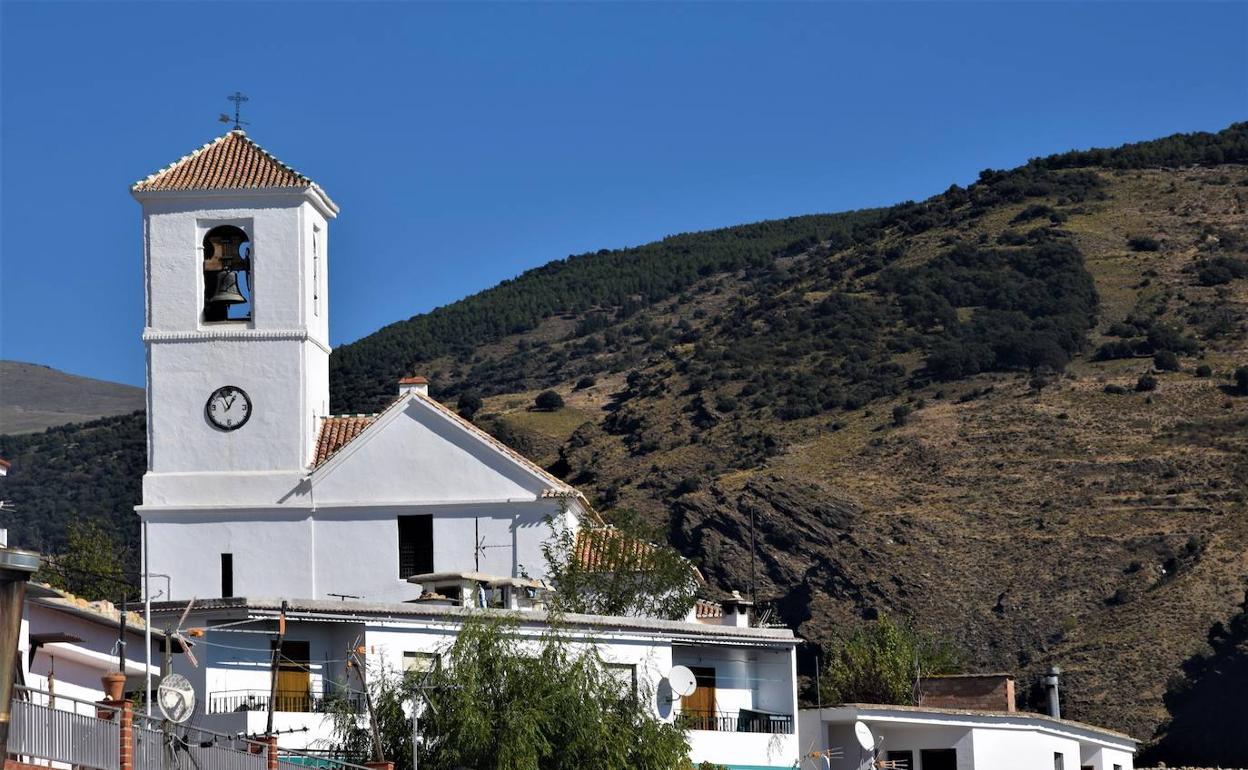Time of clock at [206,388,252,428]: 12:55
